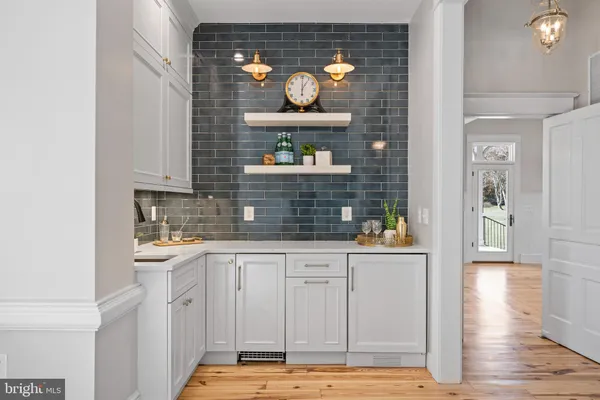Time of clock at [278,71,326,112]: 1:00
